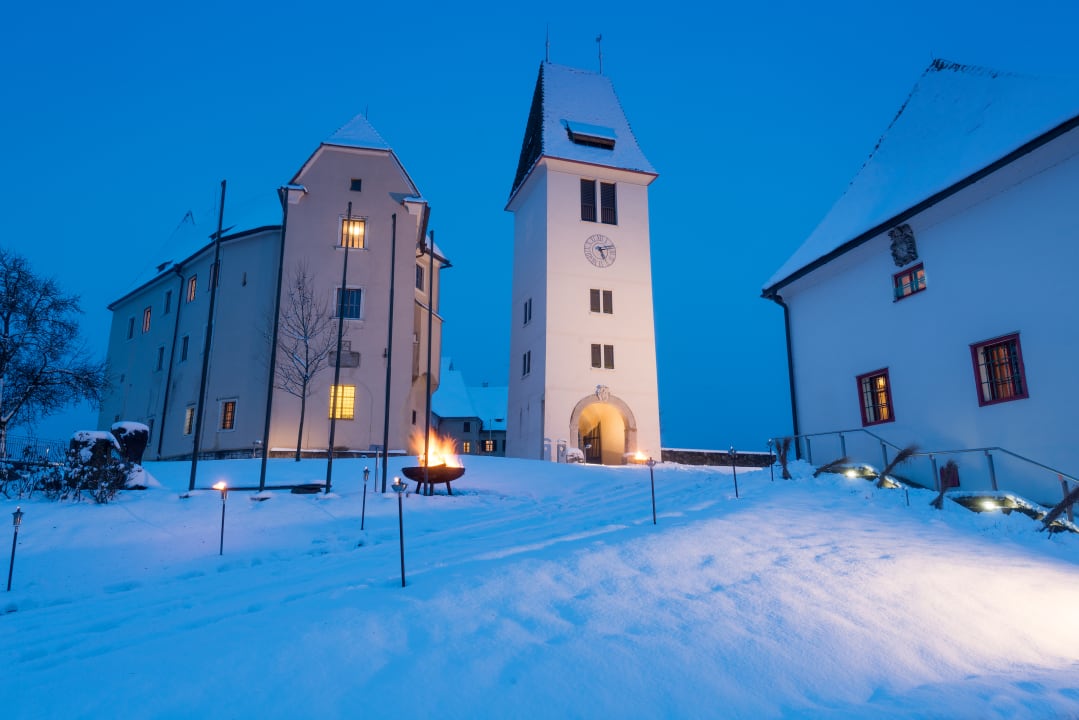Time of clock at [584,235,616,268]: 5:12
